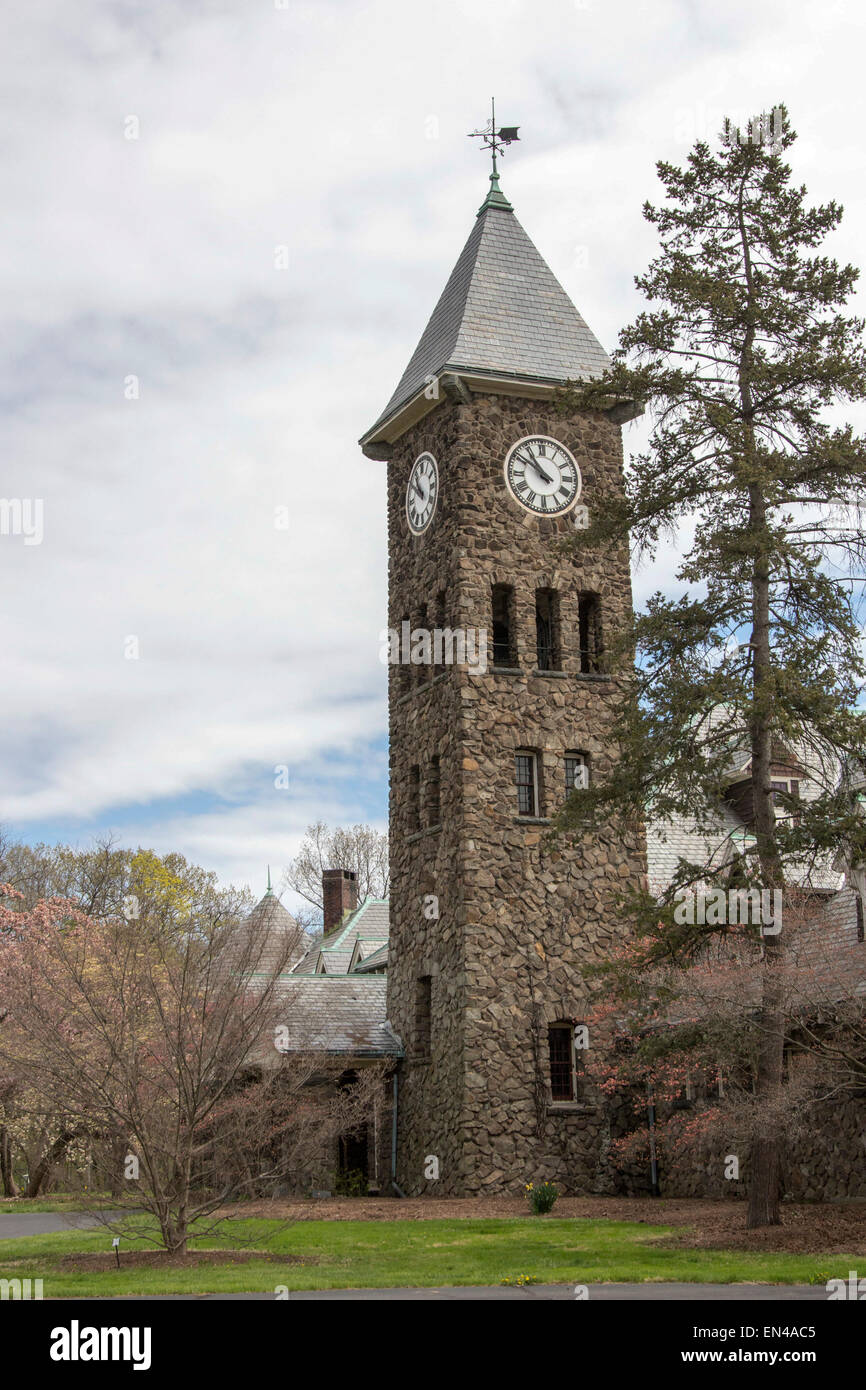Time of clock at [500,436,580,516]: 10:50
